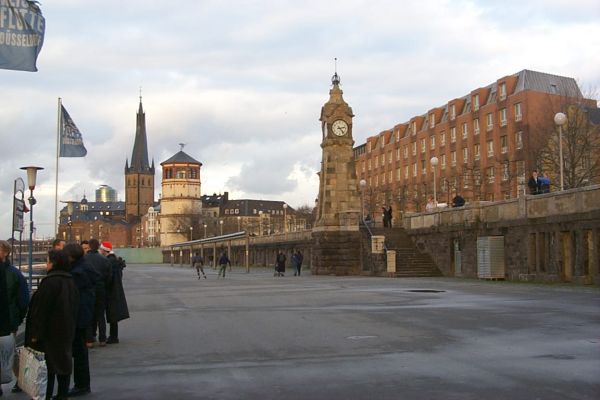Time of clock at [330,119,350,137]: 2:23
